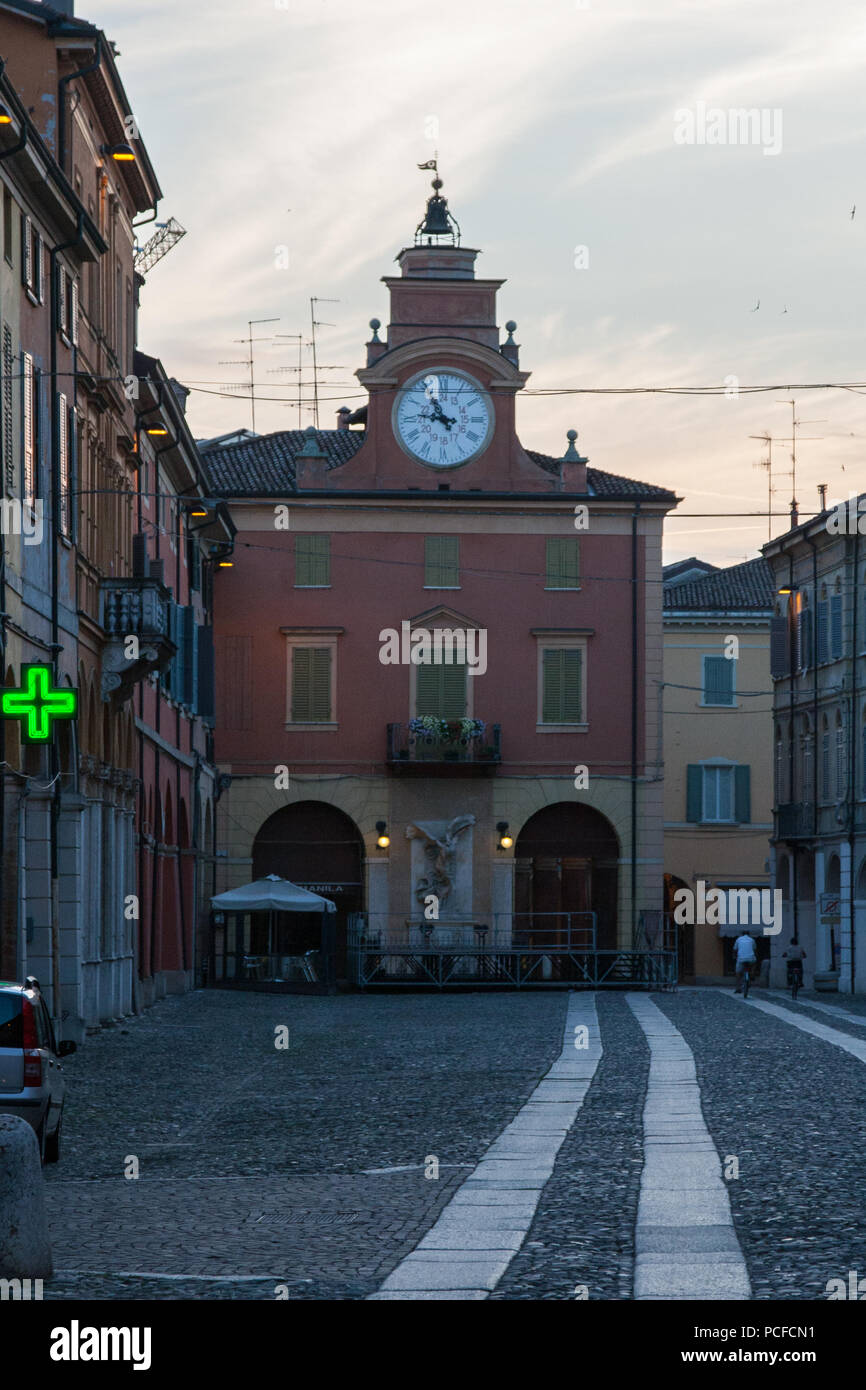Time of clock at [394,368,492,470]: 10:46
